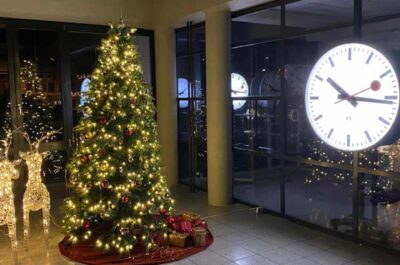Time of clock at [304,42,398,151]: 10:15
